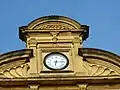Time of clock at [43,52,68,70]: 6:14
